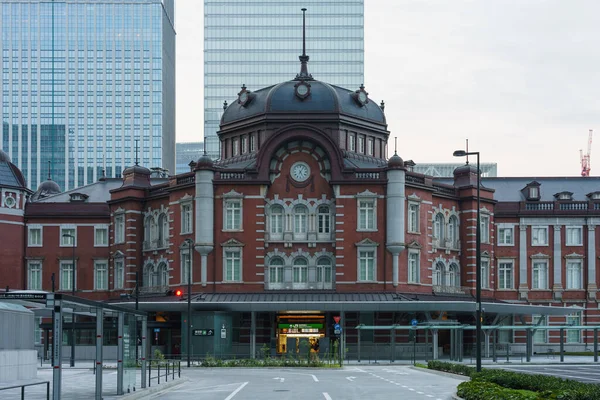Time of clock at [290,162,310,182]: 5:05
